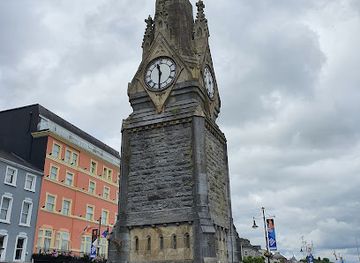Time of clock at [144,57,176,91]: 11:30
